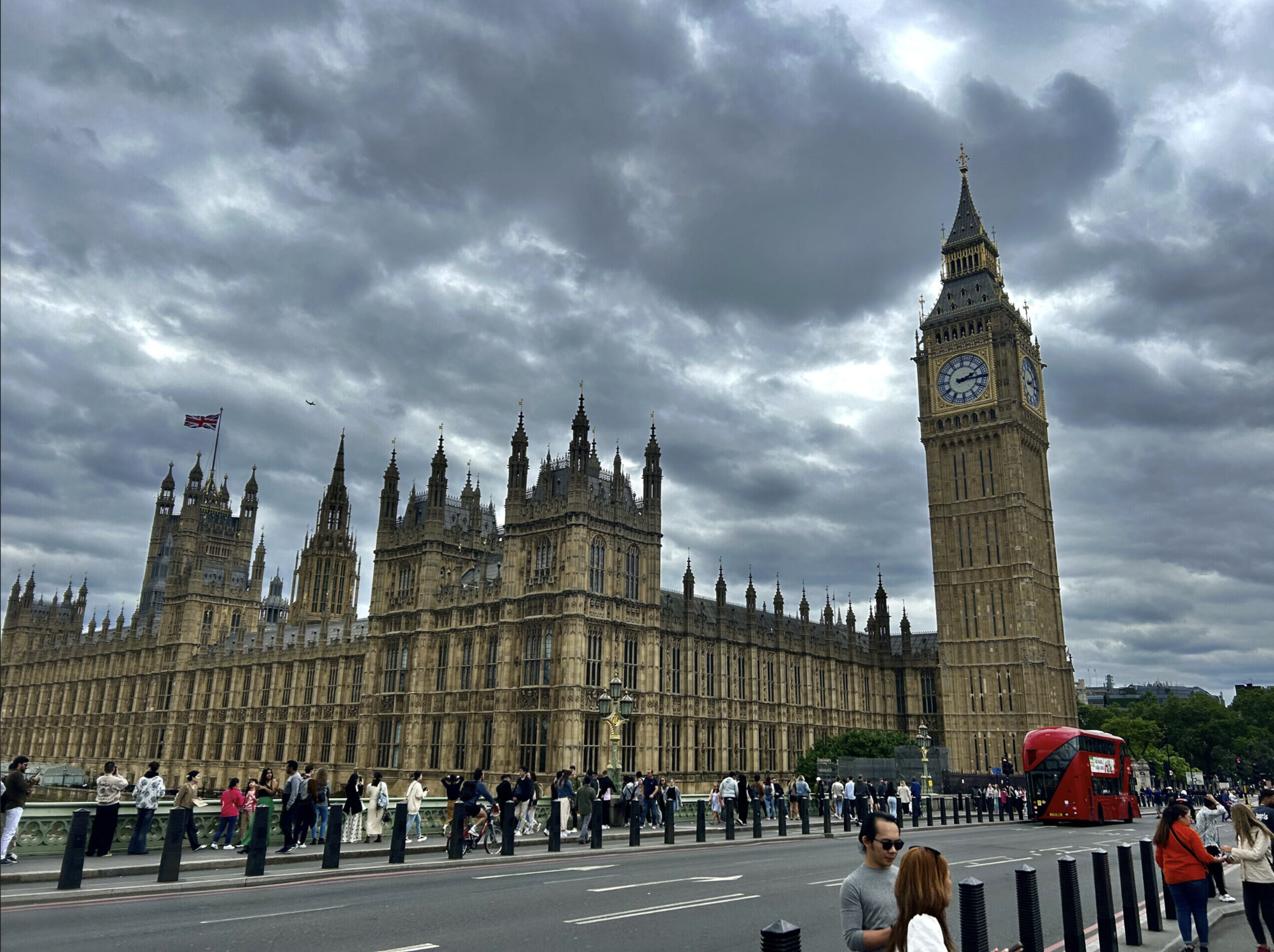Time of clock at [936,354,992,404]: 2:15
